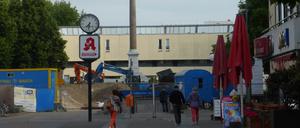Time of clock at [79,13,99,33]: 7:32
